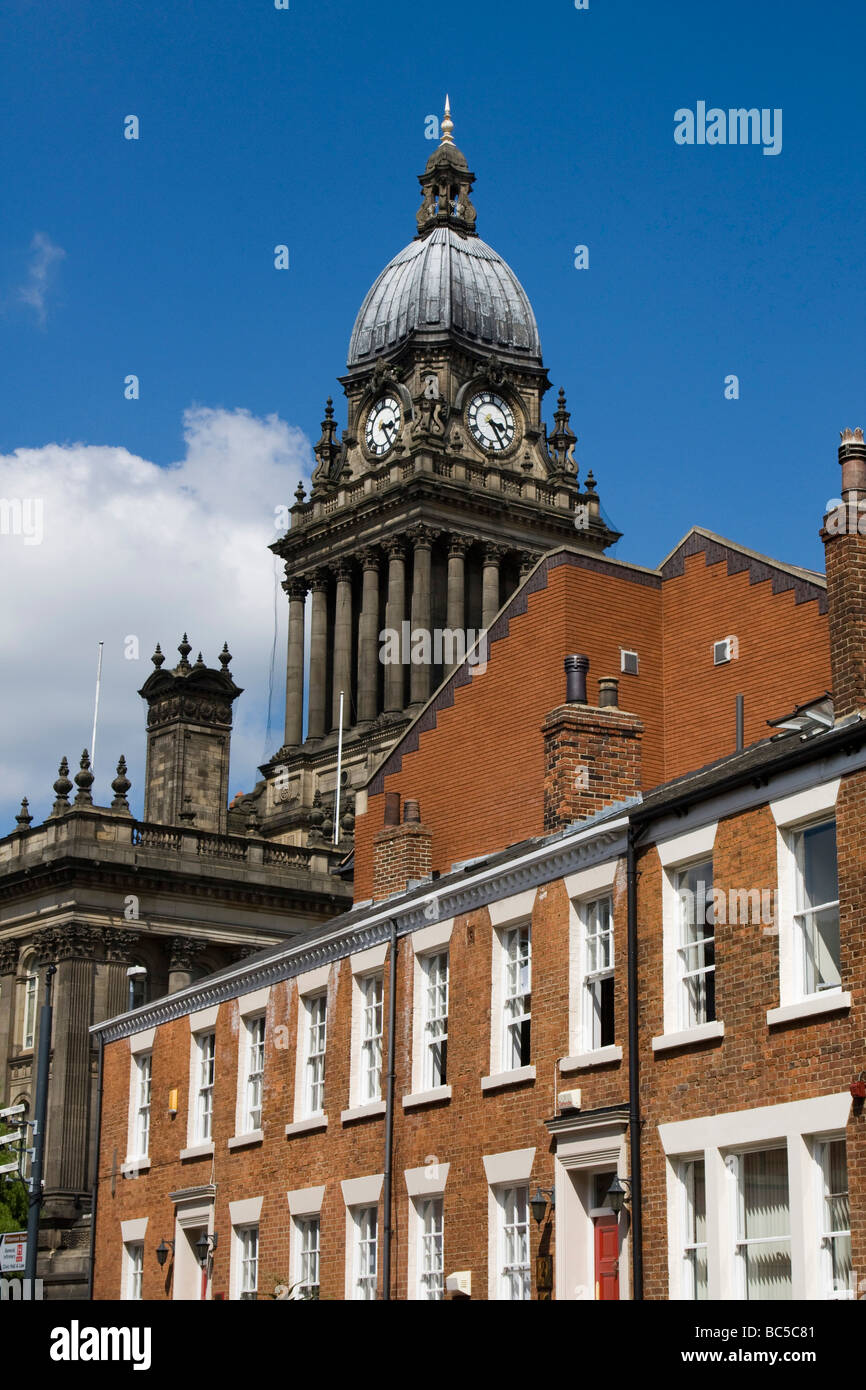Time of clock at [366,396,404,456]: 3:24
